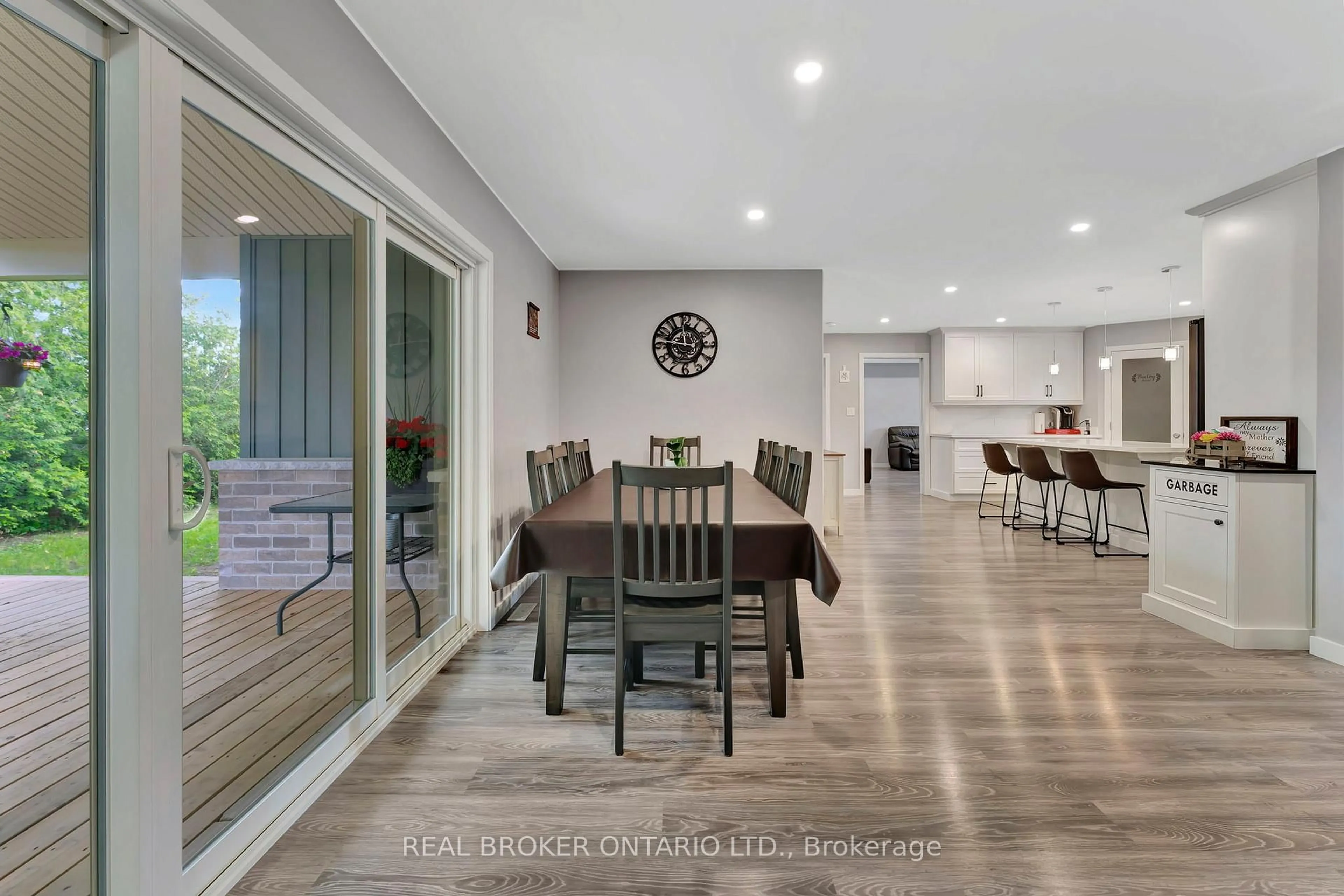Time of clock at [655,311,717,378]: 11:46
